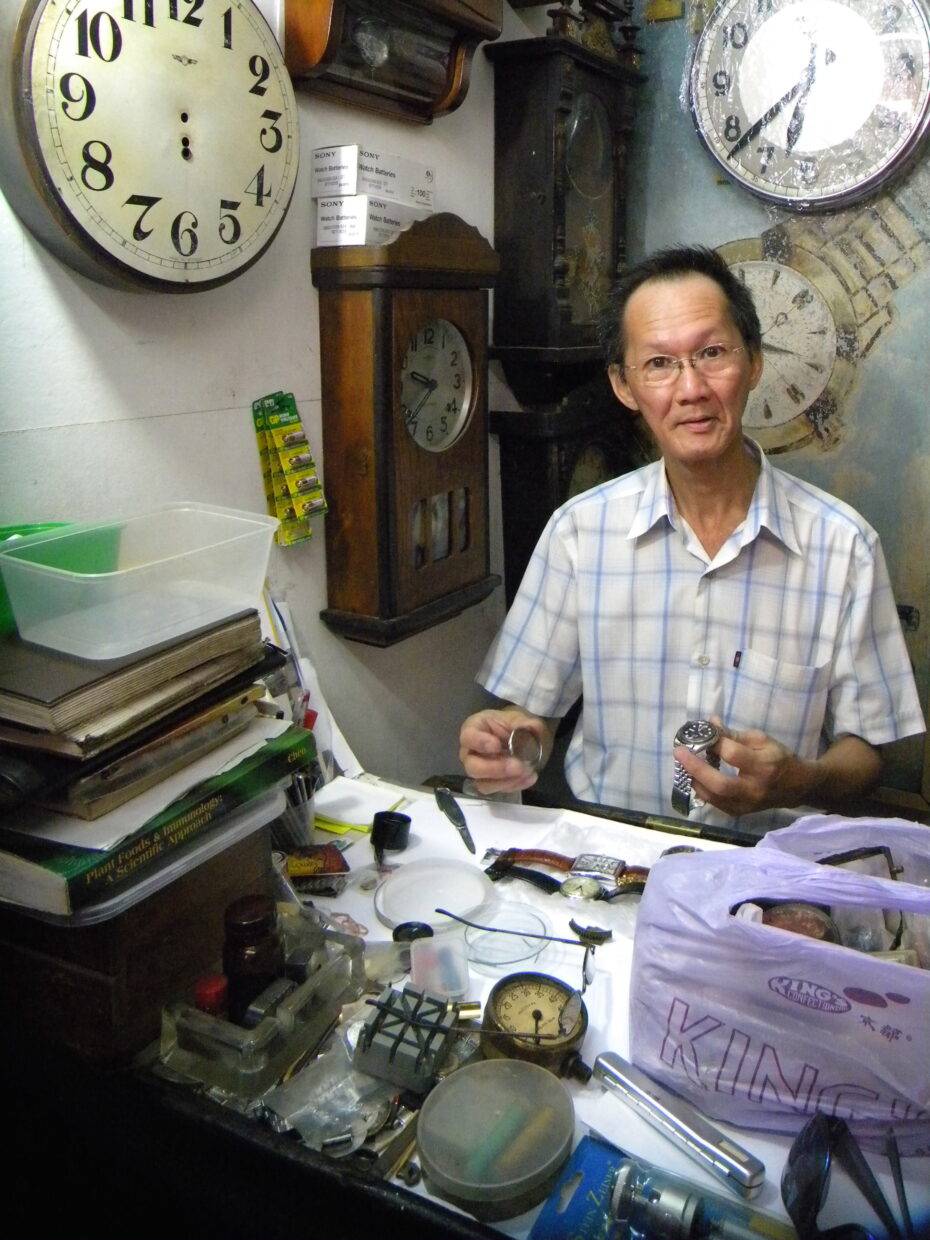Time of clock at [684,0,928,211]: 6:38
